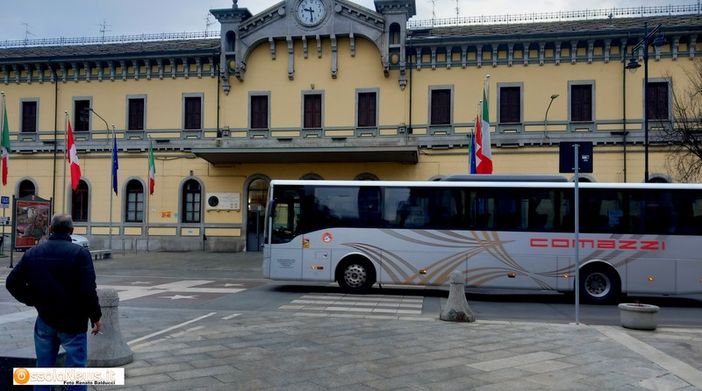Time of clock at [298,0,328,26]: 9:28
